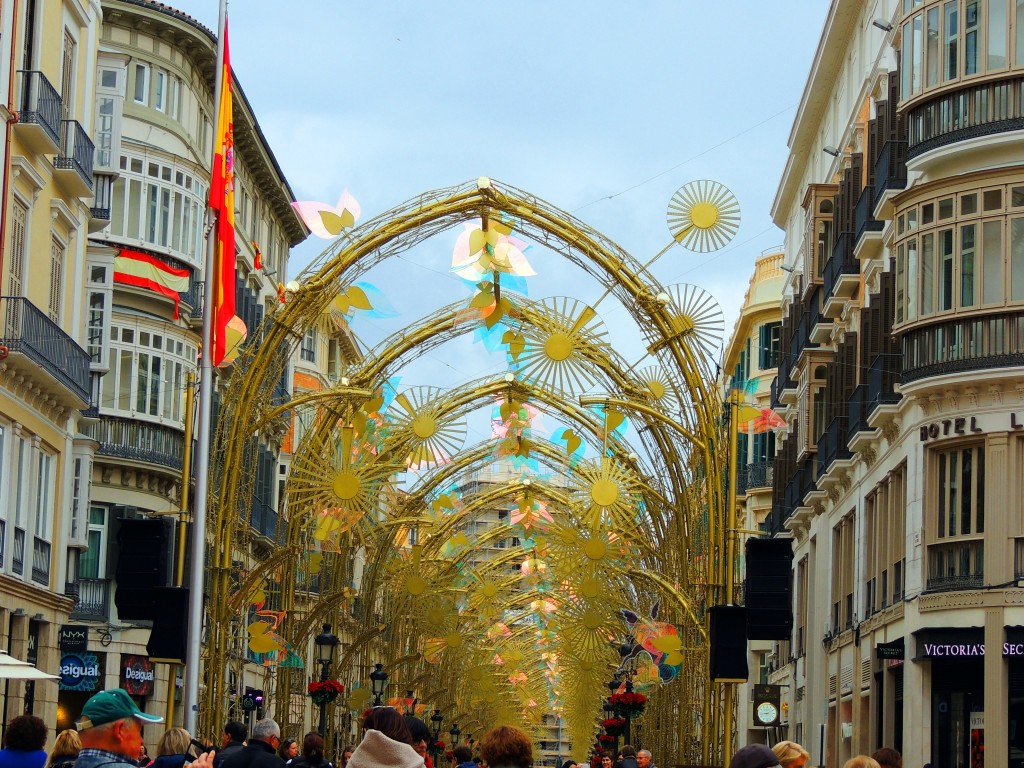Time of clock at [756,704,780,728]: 8:43
